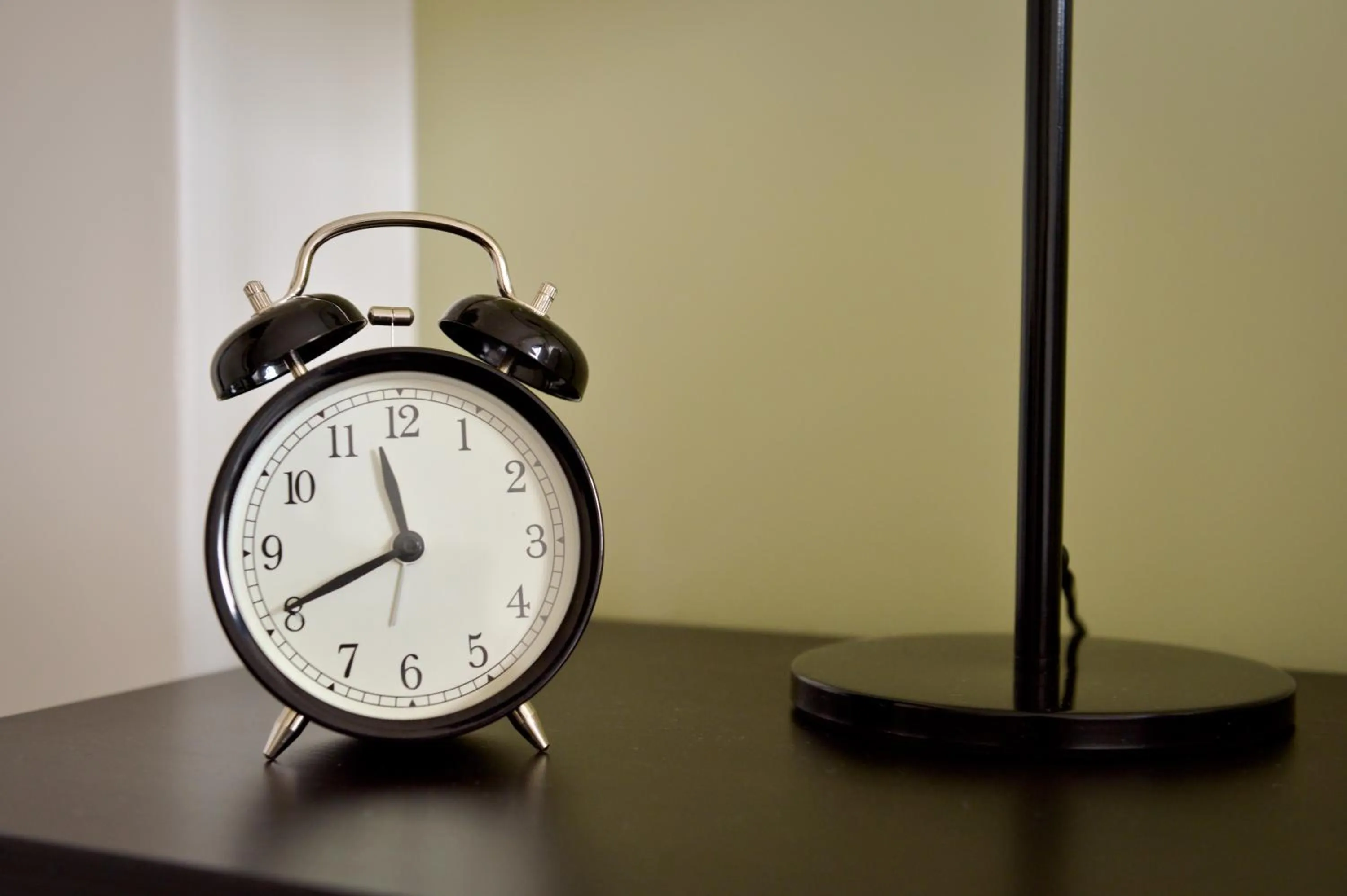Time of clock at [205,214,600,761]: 11:40
